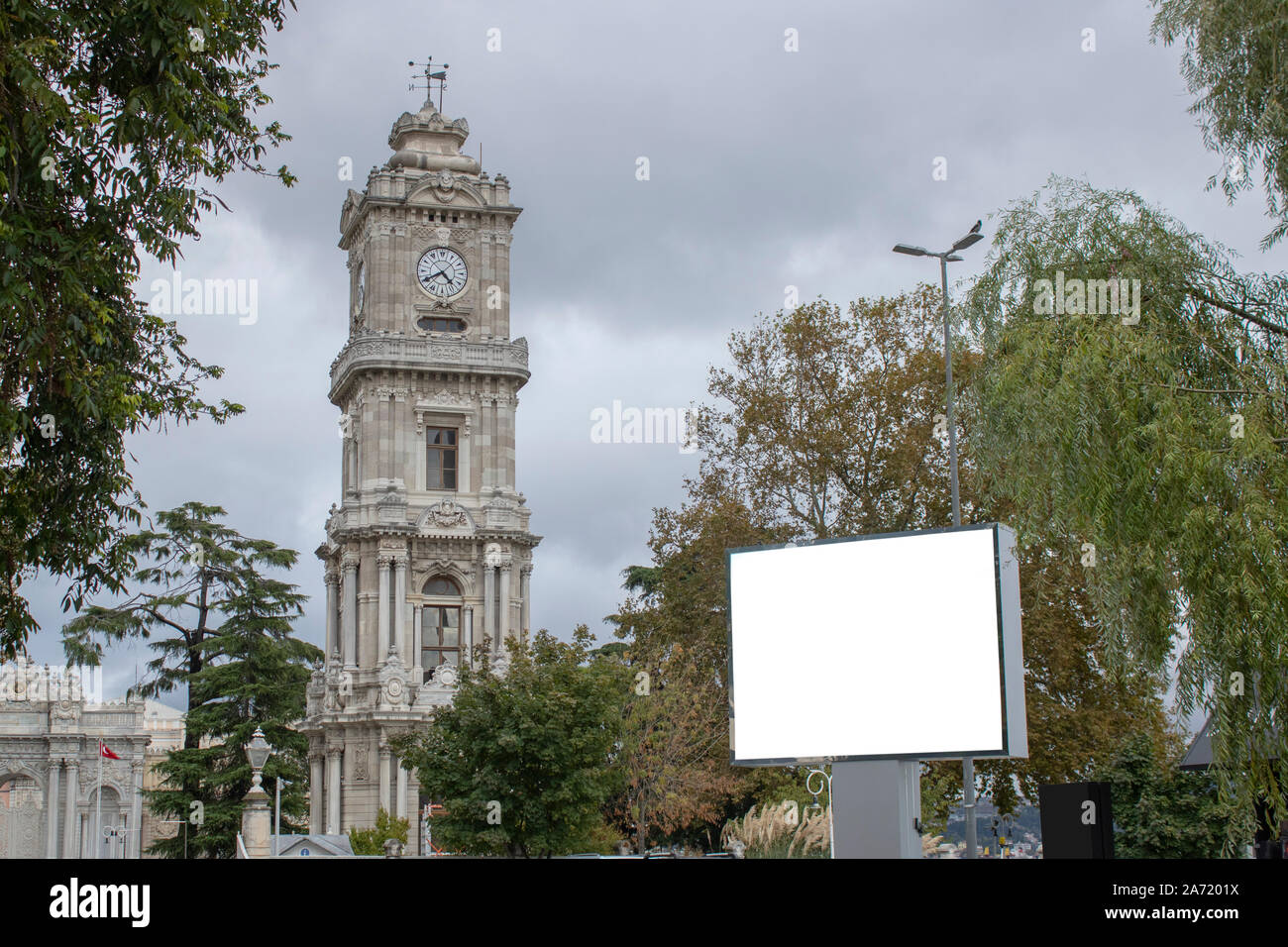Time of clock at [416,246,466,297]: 4:40
